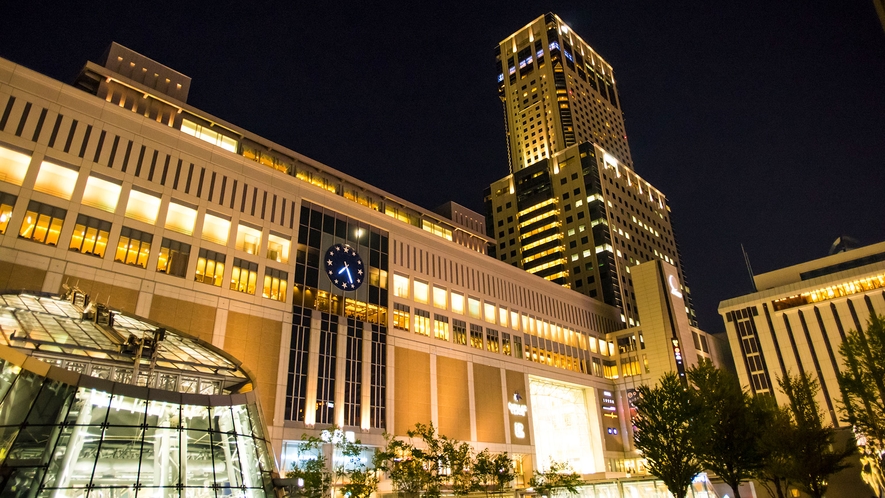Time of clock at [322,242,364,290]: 7:25
